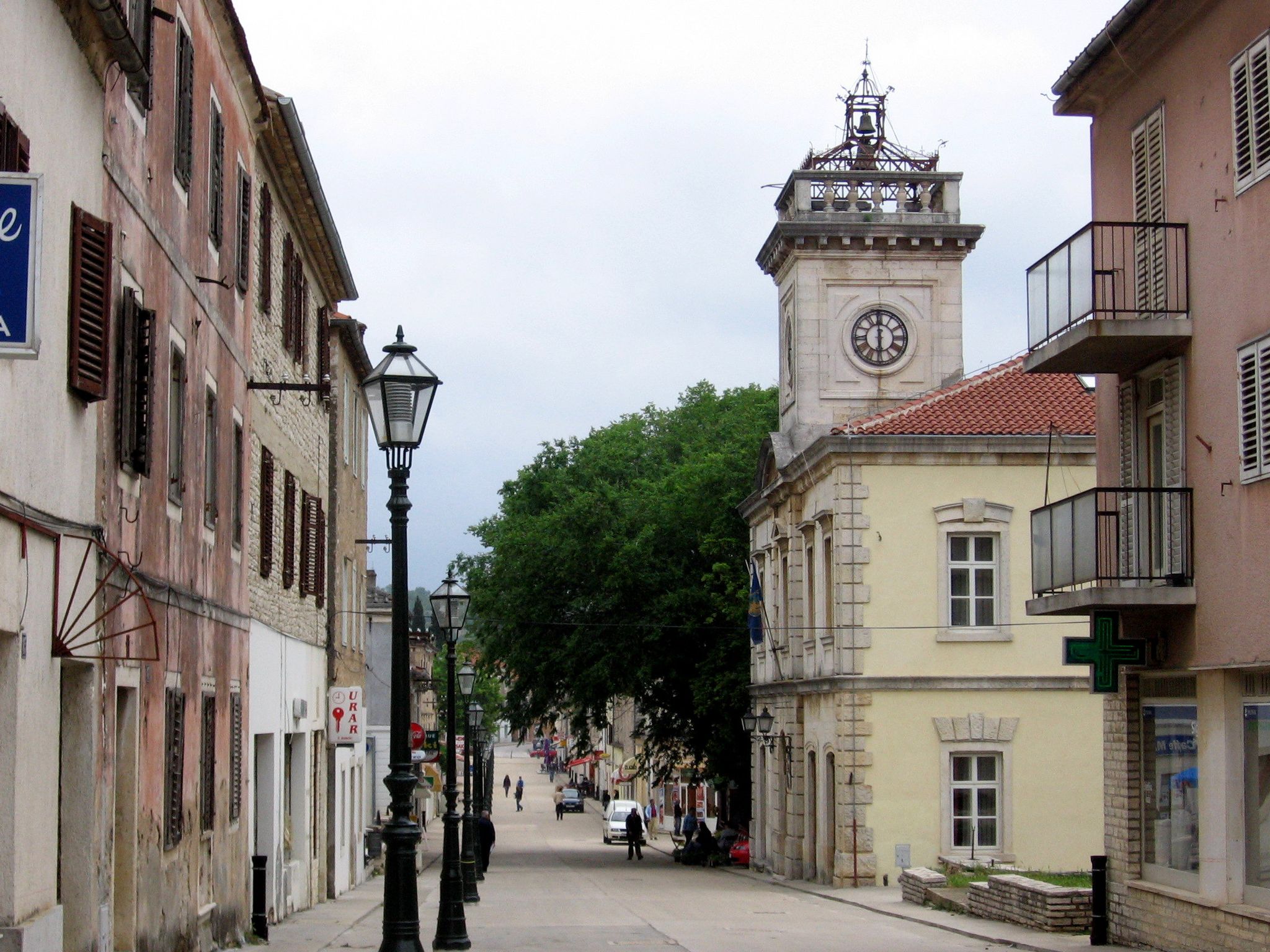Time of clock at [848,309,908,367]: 5:59
